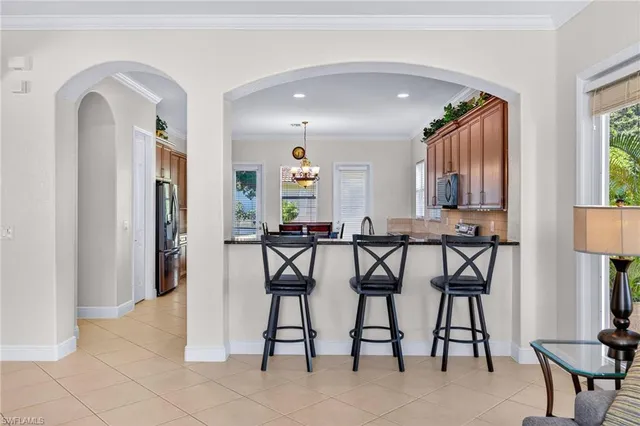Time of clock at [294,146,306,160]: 6:32
